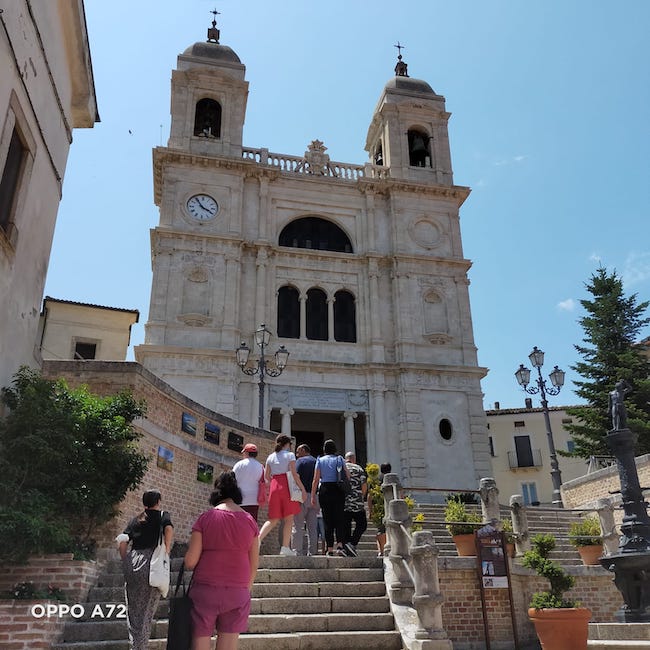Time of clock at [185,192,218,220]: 3:54
